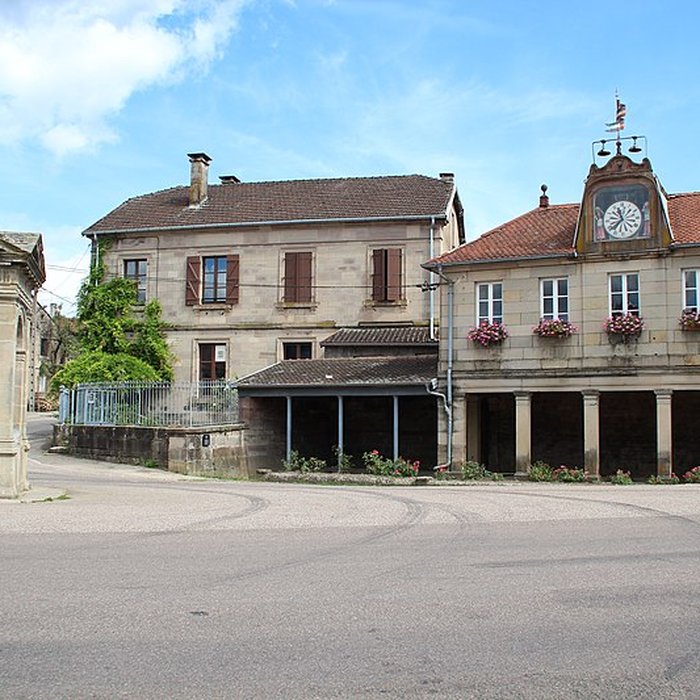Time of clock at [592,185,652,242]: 11:37
